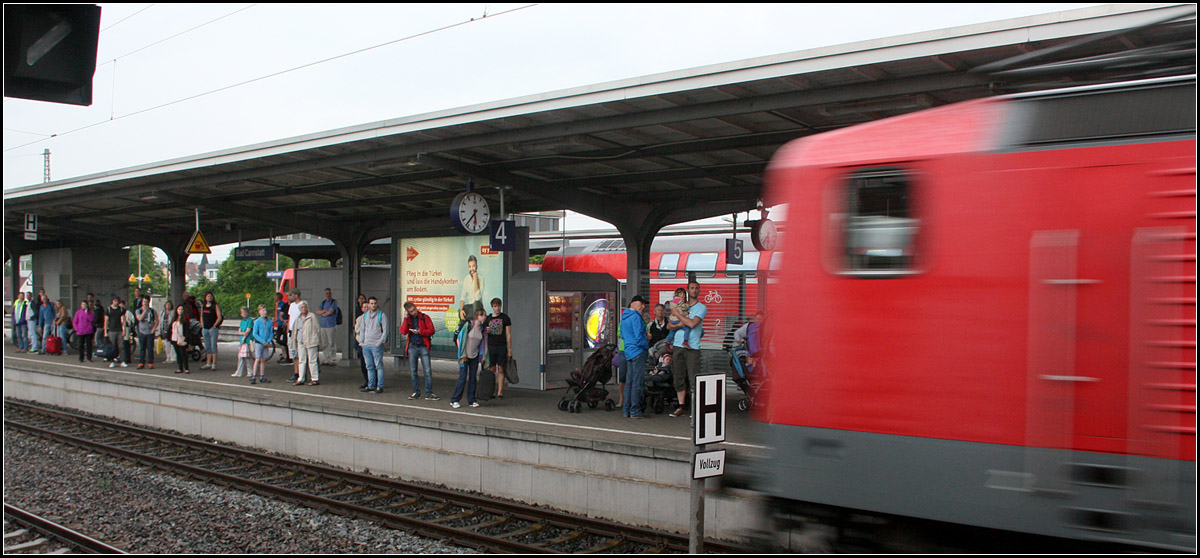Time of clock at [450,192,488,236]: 5:36
